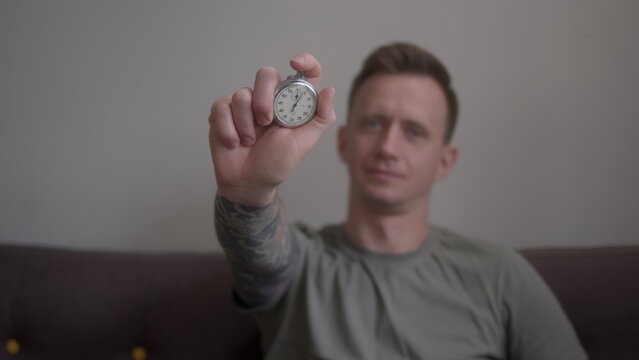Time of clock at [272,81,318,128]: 12:03
